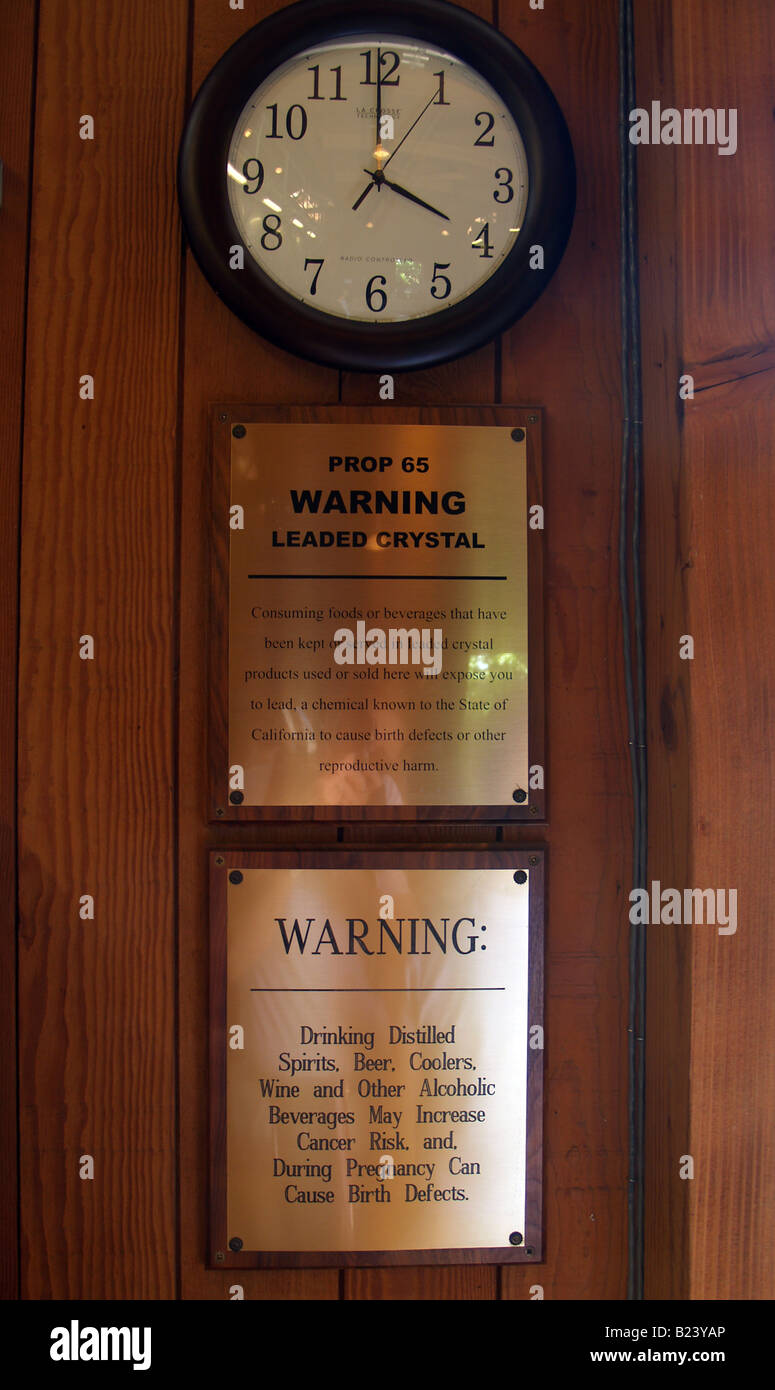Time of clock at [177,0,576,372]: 4:00
